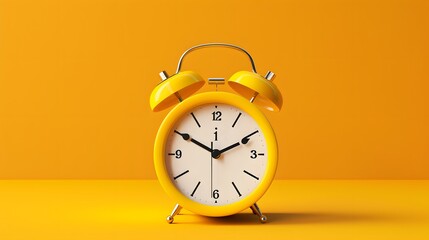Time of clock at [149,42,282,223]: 1:50
